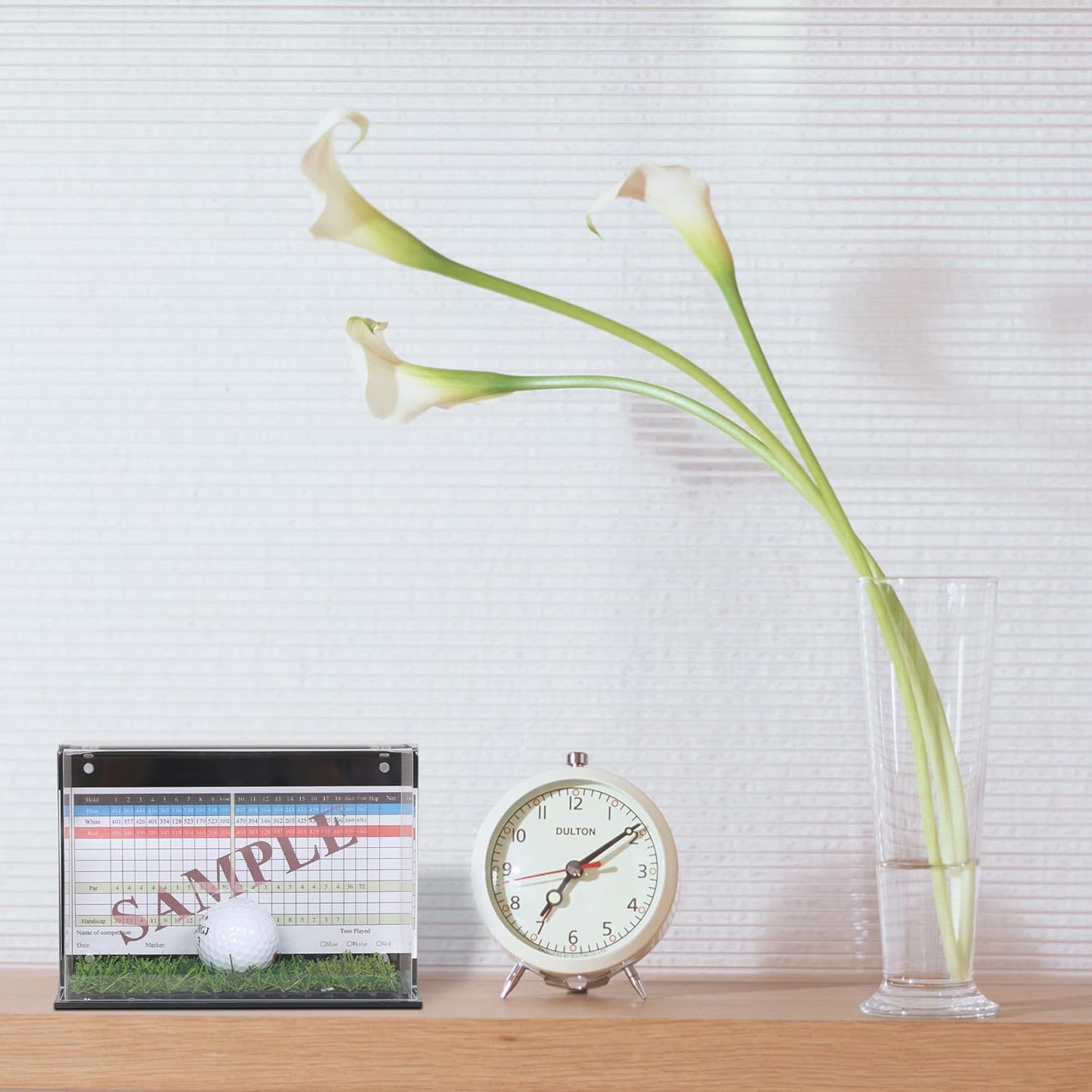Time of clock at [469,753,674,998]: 7:09
